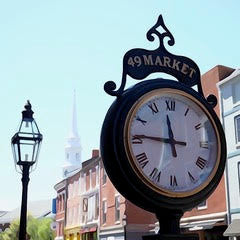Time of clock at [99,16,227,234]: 11:45
